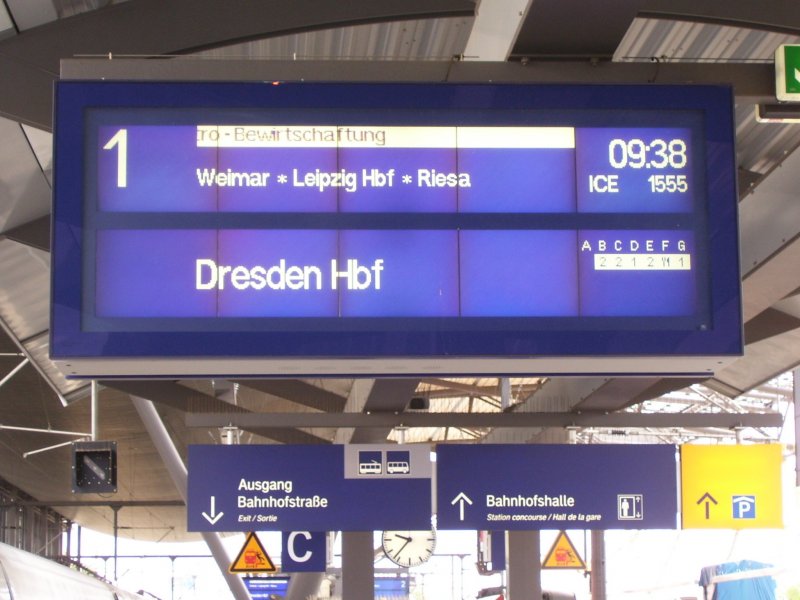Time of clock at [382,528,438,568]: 9:36
